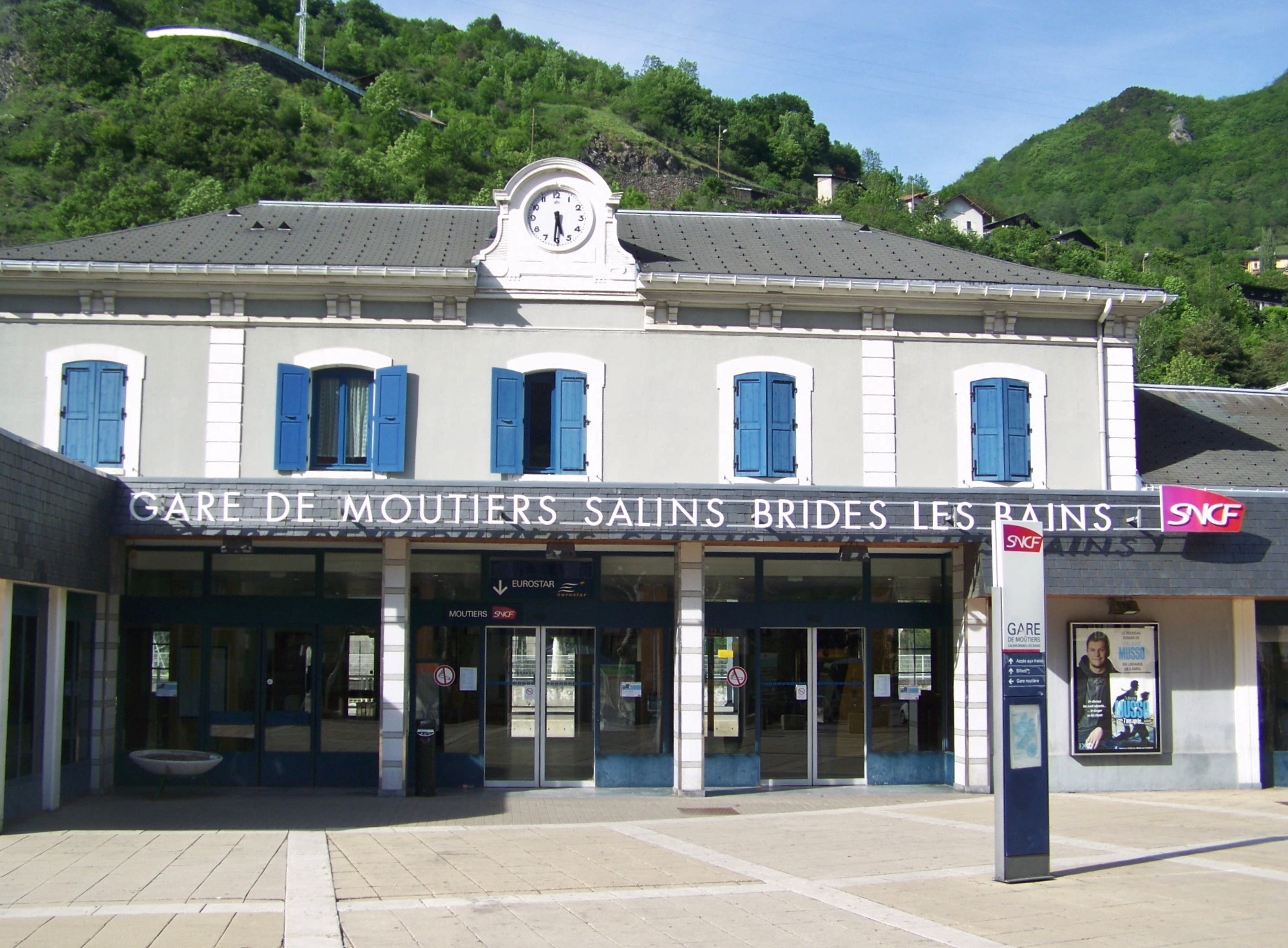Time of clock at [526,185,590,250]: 5:31
